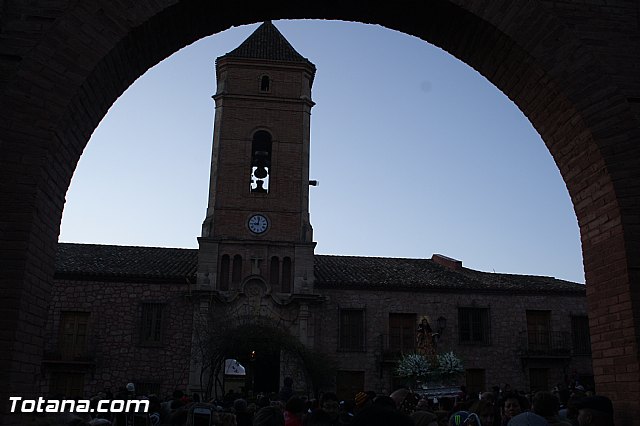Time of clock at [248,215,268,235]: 9:01
